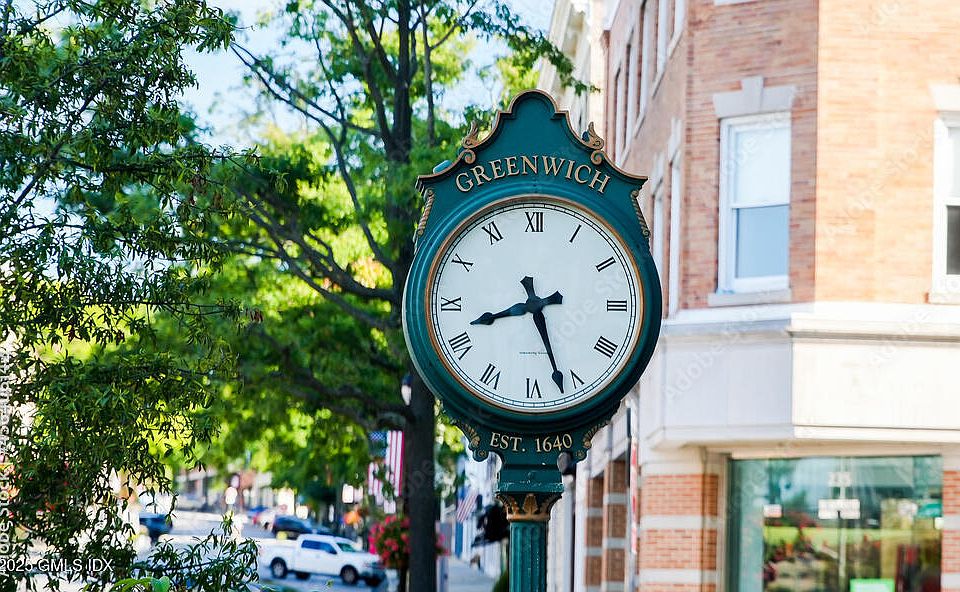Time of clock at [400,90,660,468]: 8:26
